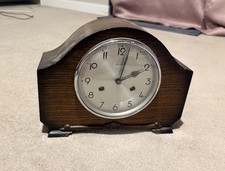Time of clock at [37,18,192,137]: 2:01
